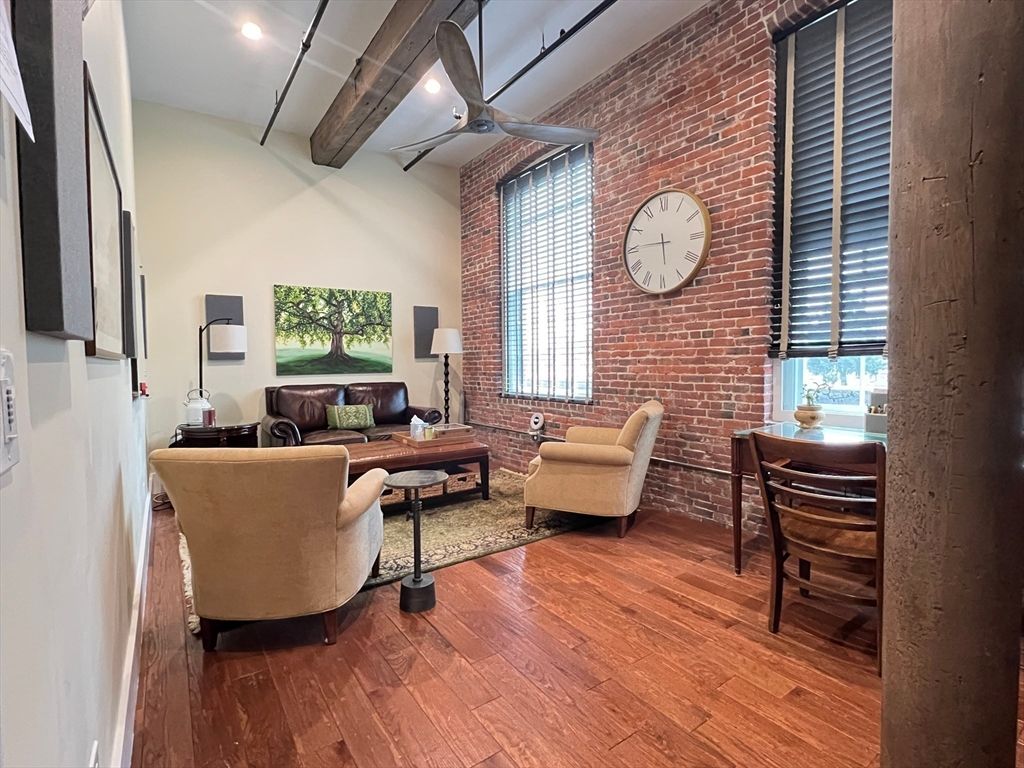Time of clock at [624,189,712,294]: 5:45
